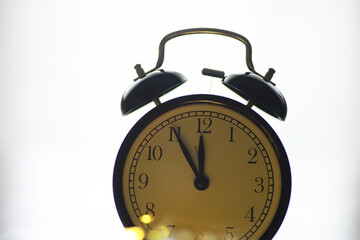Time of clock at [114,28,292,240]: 11:55
